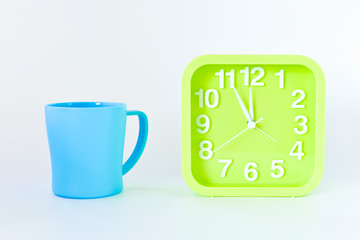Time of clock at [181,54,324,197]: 11:55
